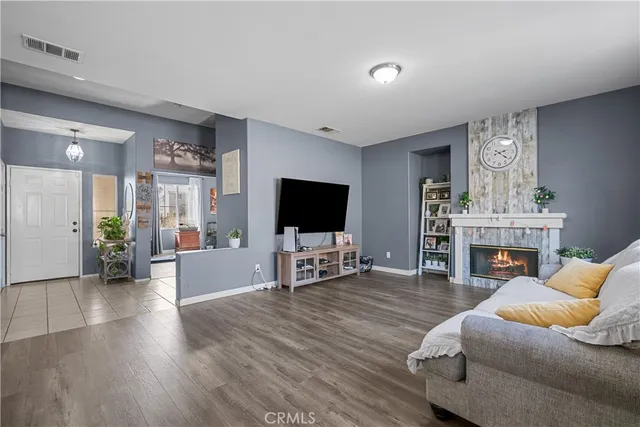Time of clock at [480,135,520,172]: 2:21
